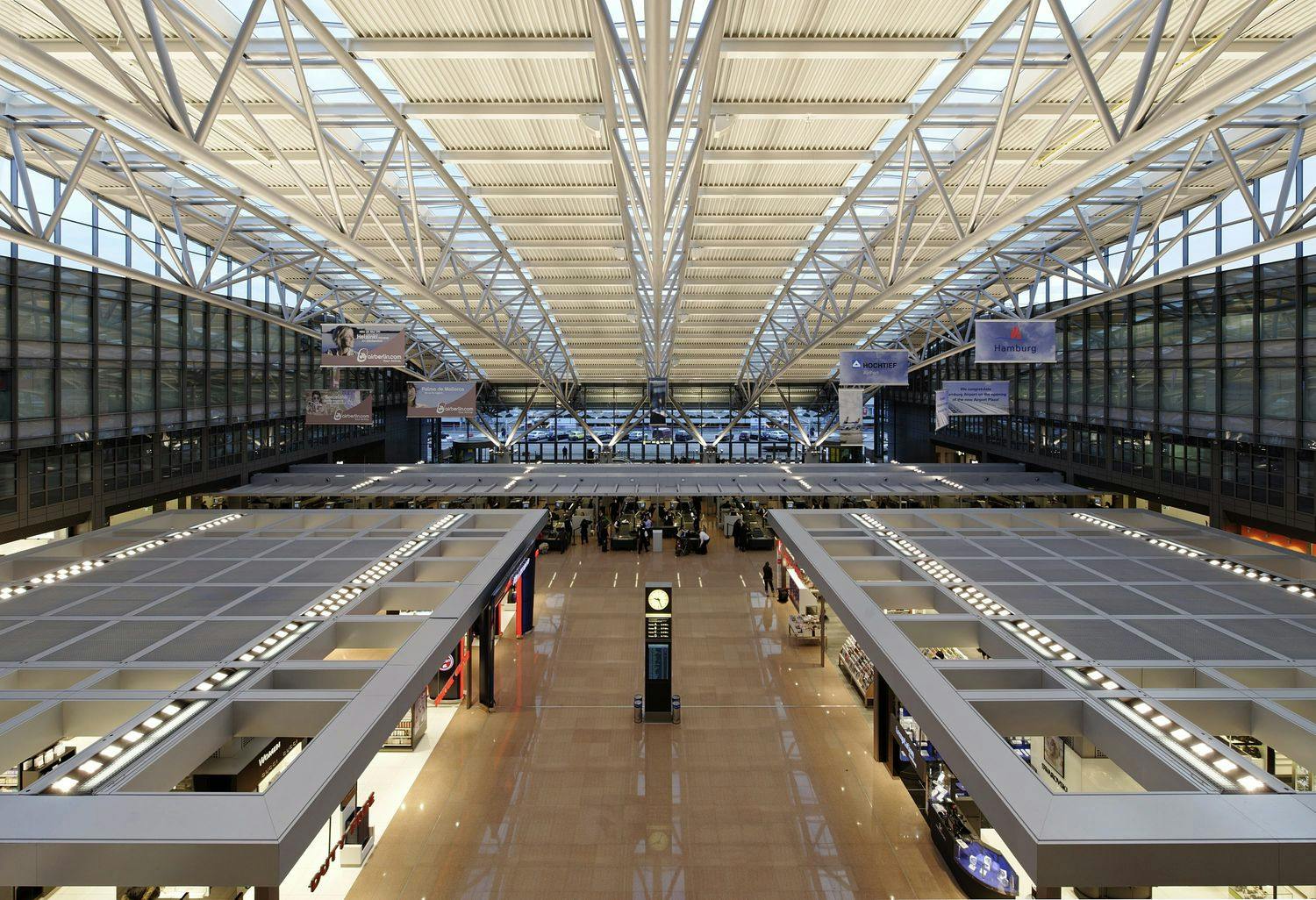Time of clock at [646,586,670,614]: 9:26
